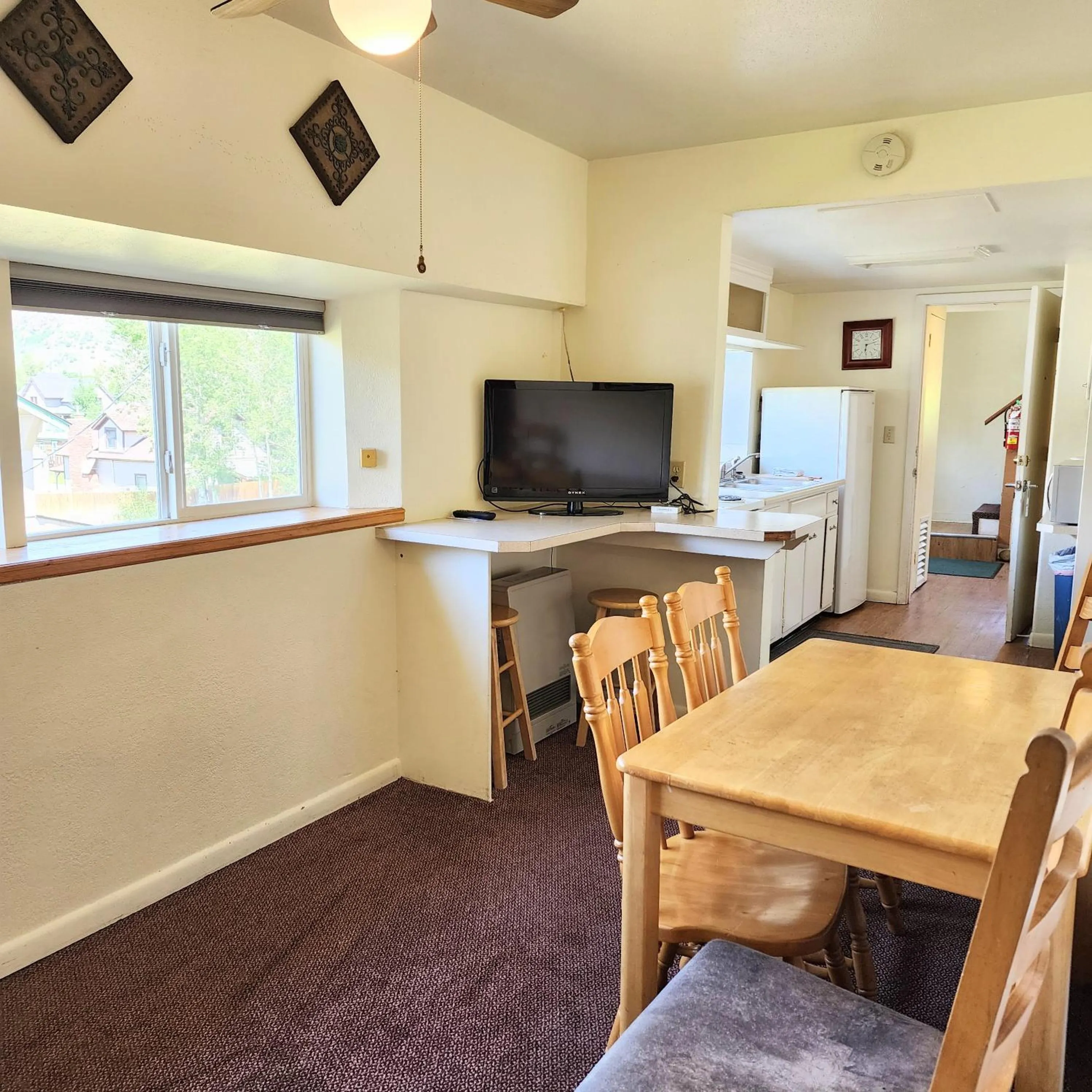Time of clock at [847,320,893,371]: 6:12
